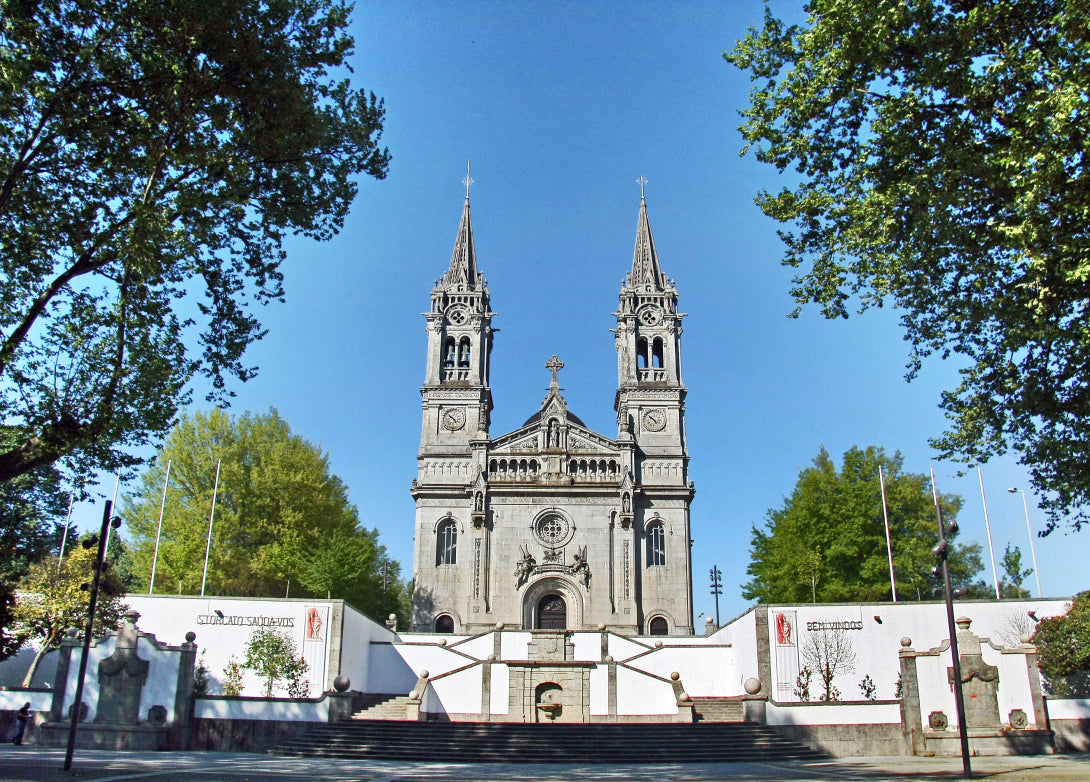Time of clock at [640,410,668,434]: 4:52
